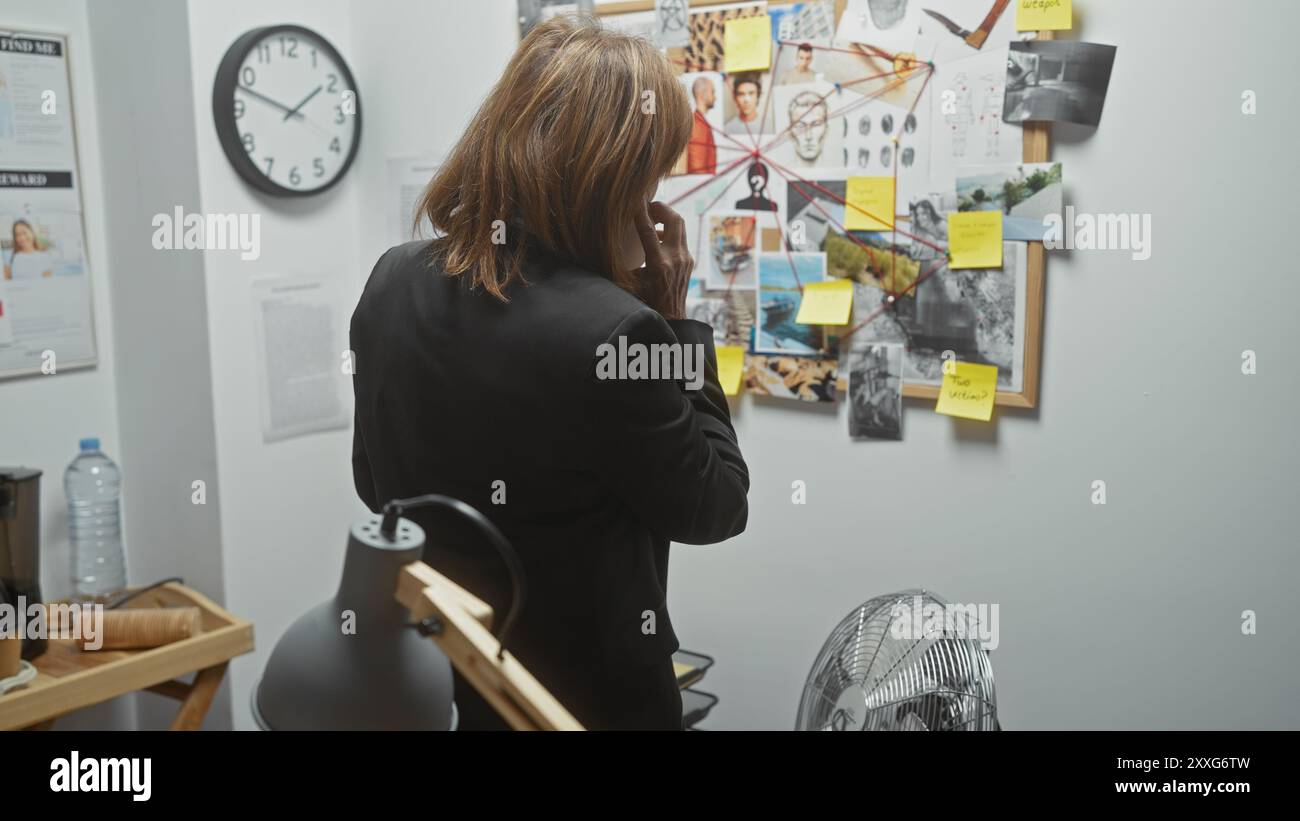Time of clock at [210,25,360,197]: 1:47
